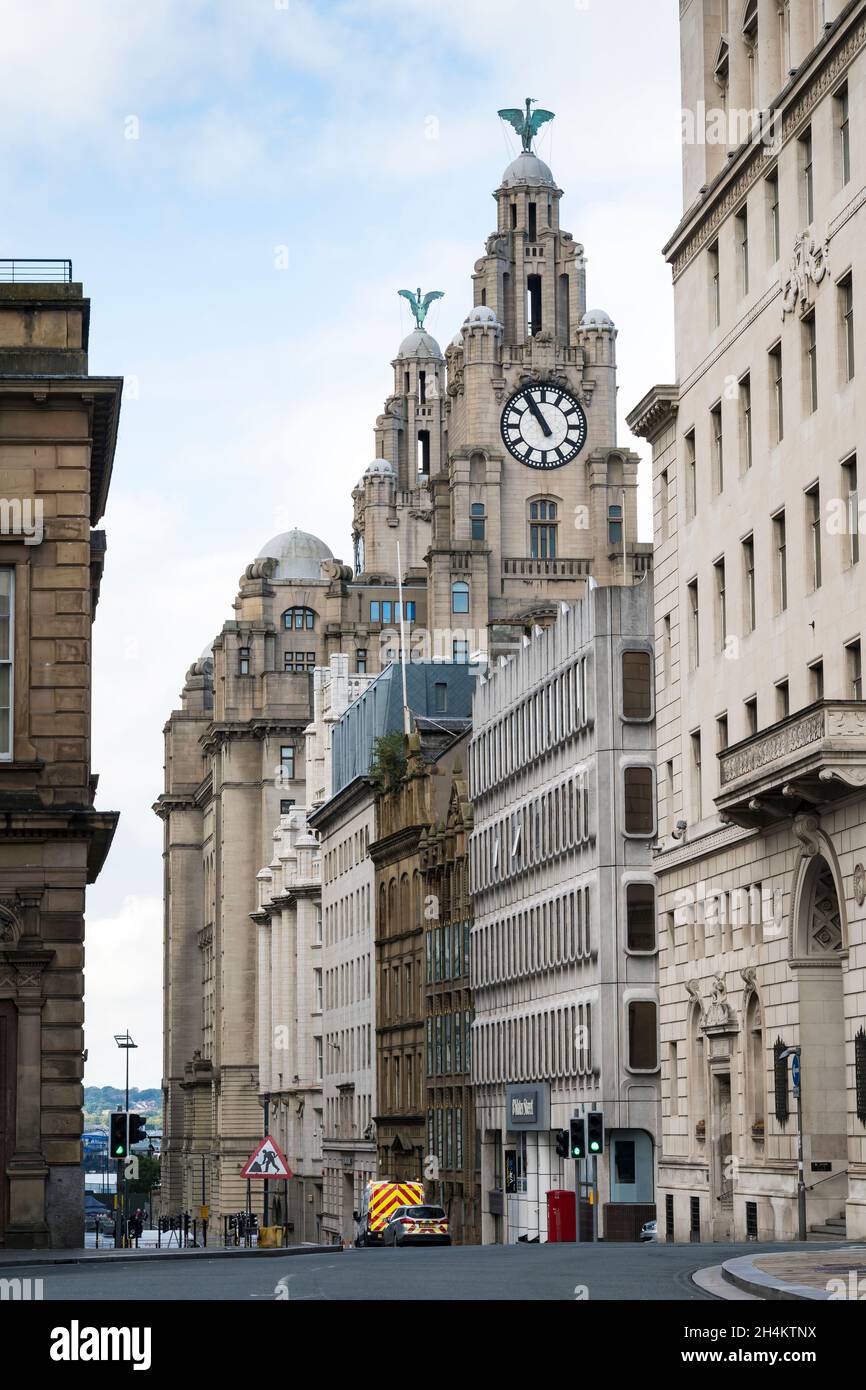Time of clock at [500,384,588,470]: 10:55
